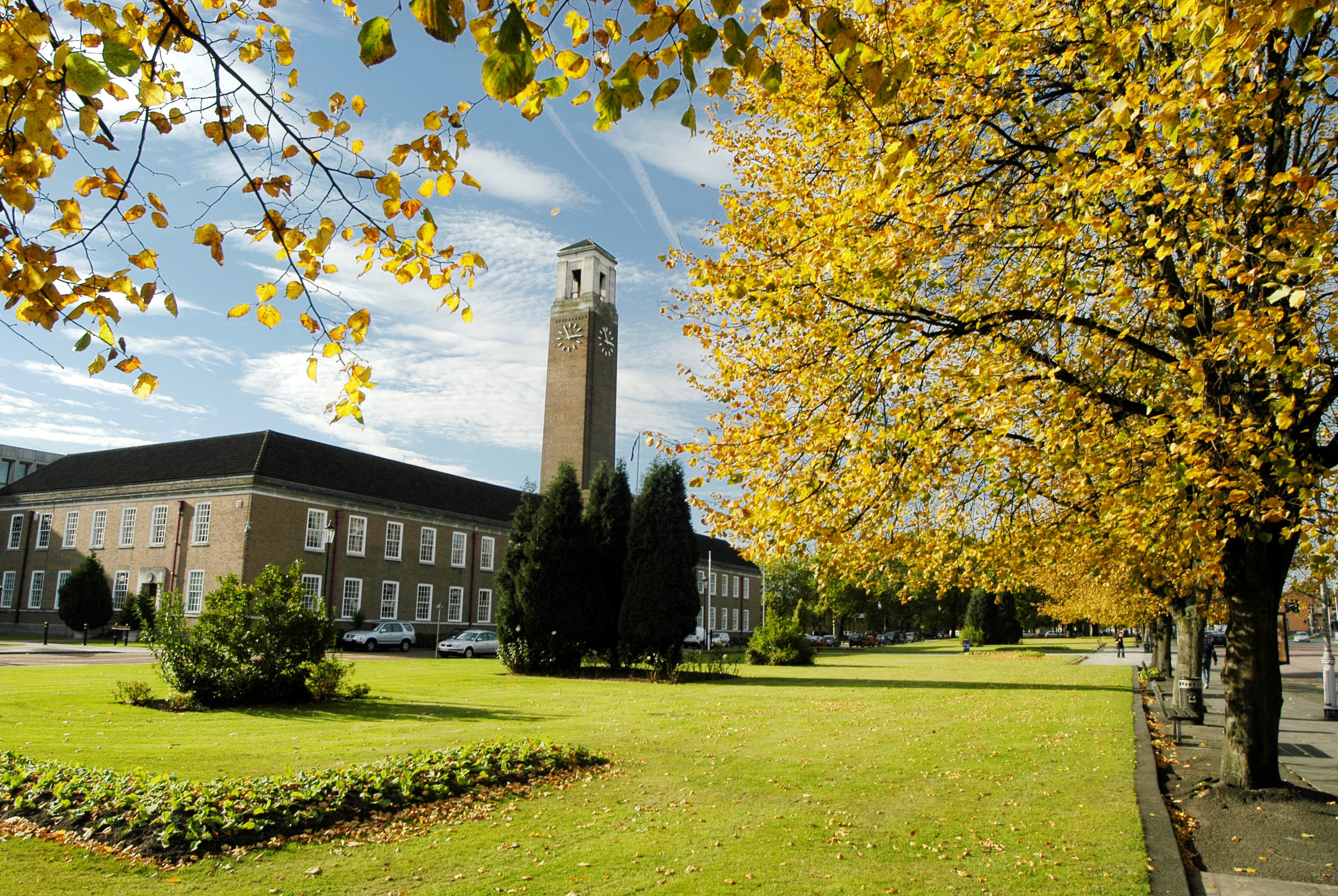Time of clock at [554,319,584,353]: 11:13
